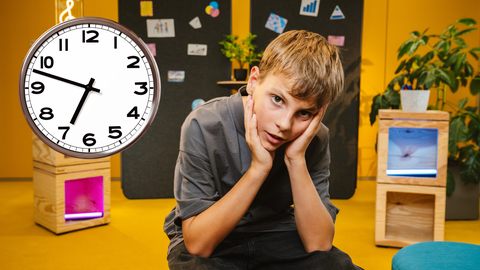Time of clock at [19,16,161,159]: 6:47
